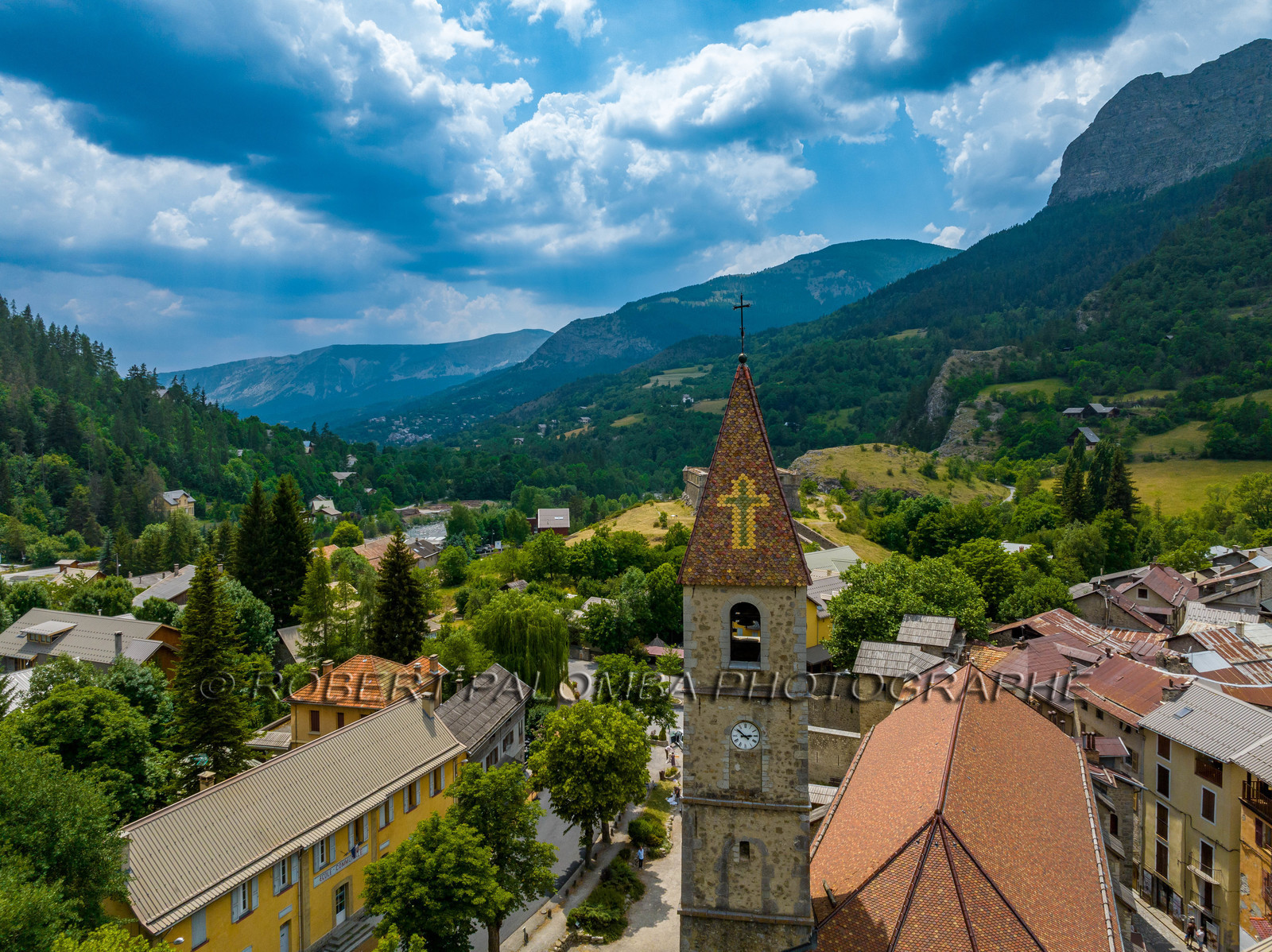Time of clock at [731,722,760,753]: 2:51
